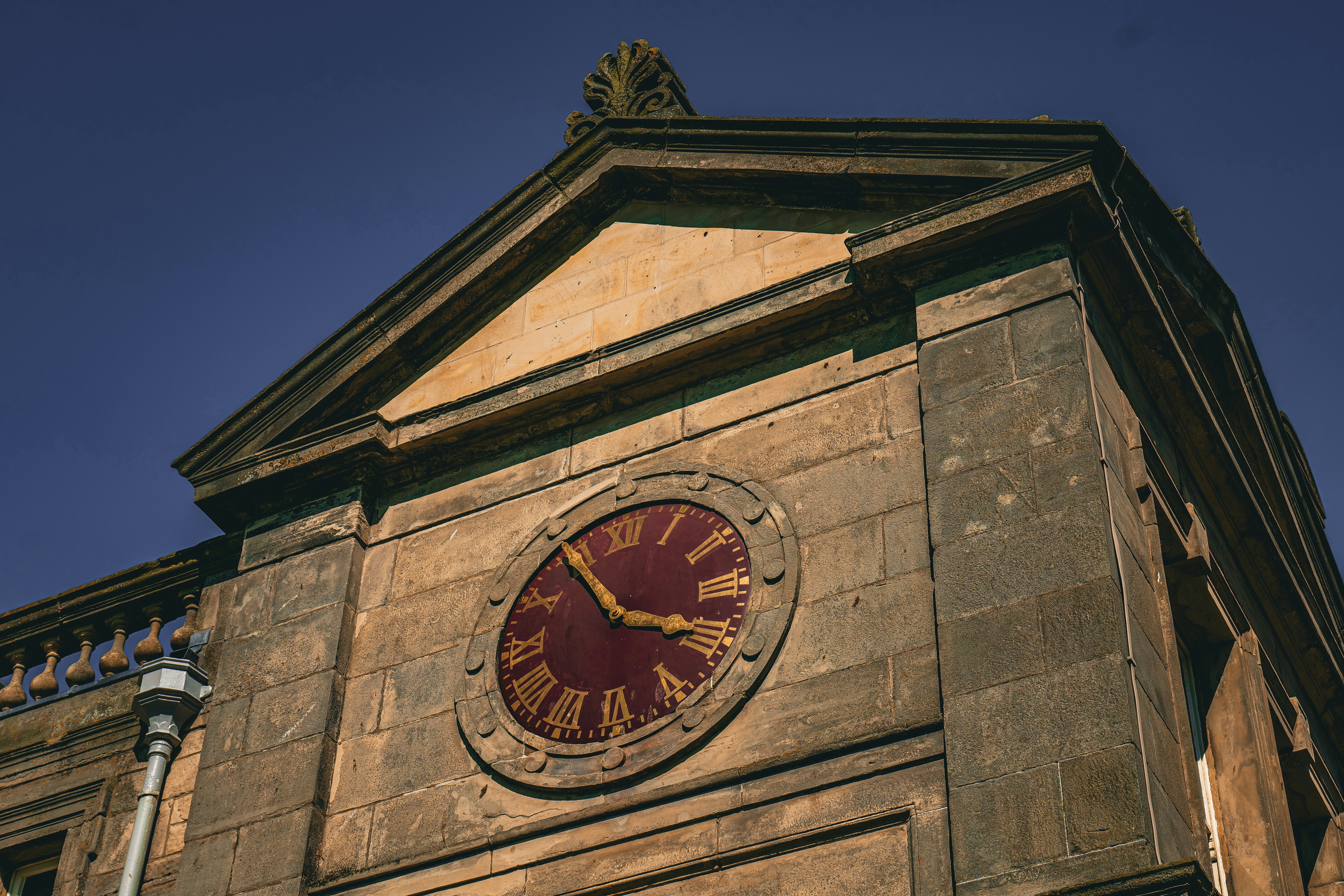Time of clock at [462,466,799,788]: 3:54
